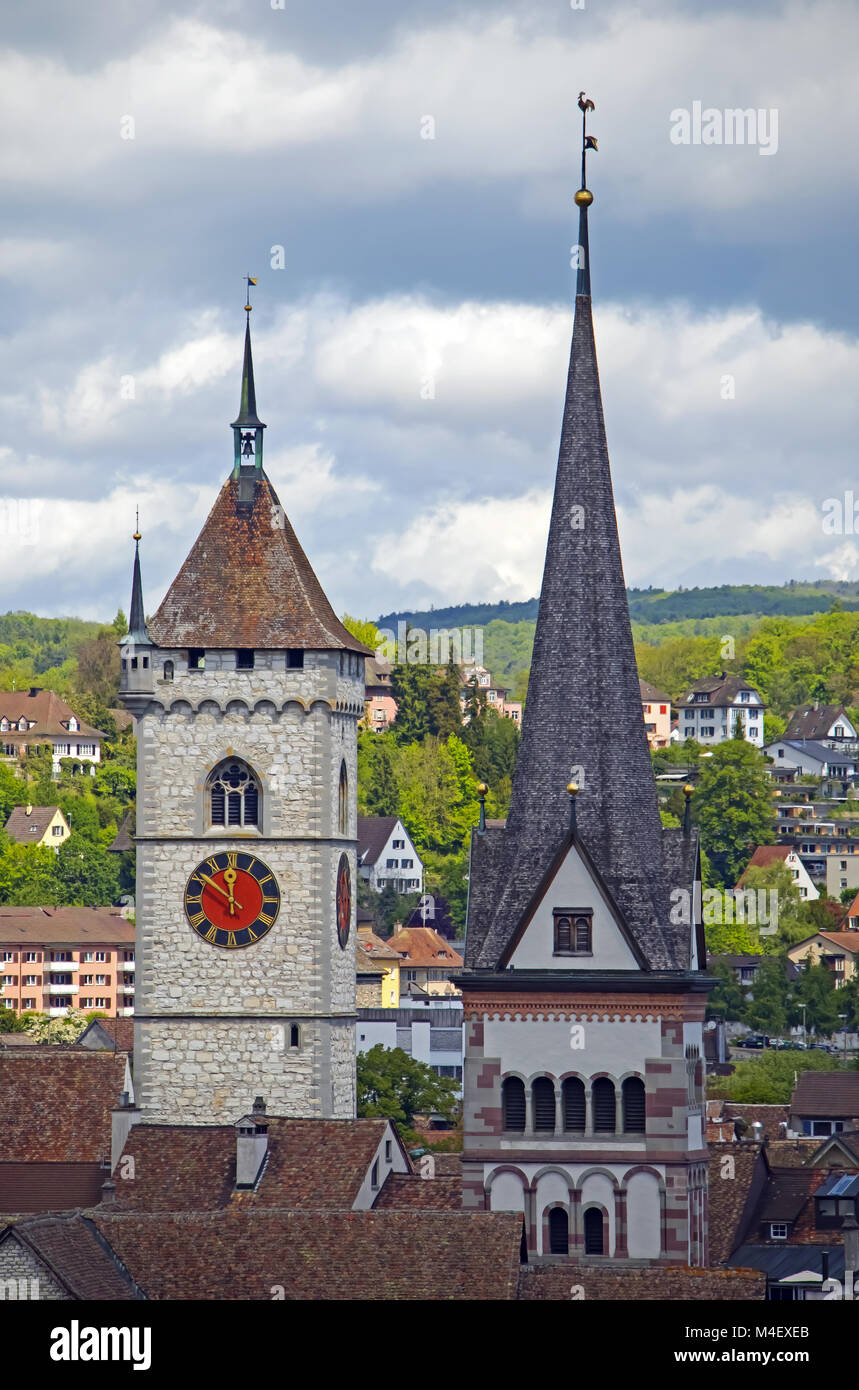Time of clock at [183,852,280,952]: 11:51
